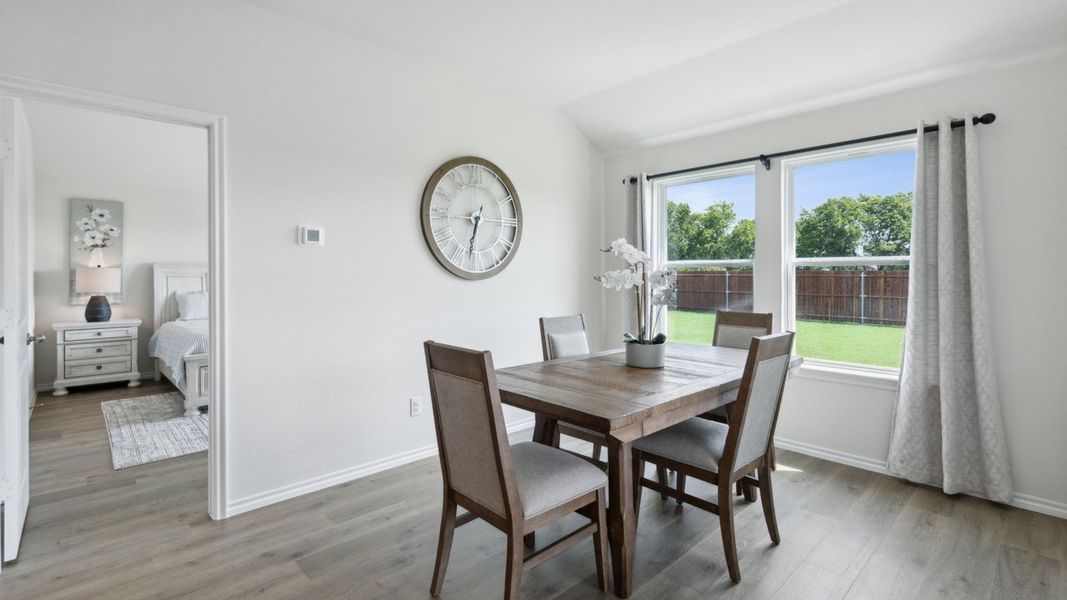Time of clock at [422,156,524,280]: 6:32
